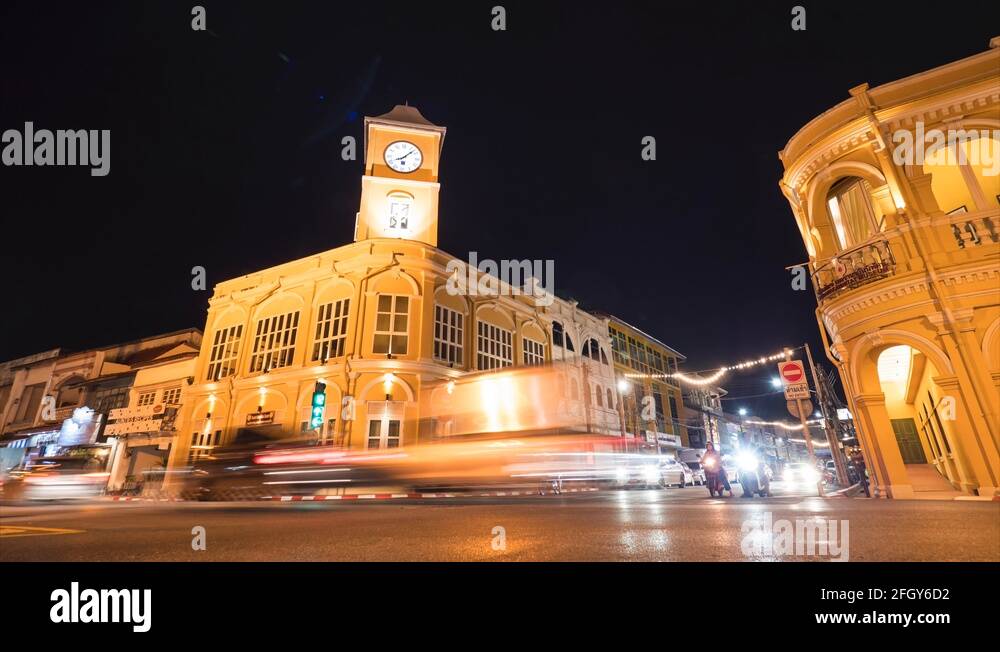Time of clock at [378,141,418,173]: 8:07
